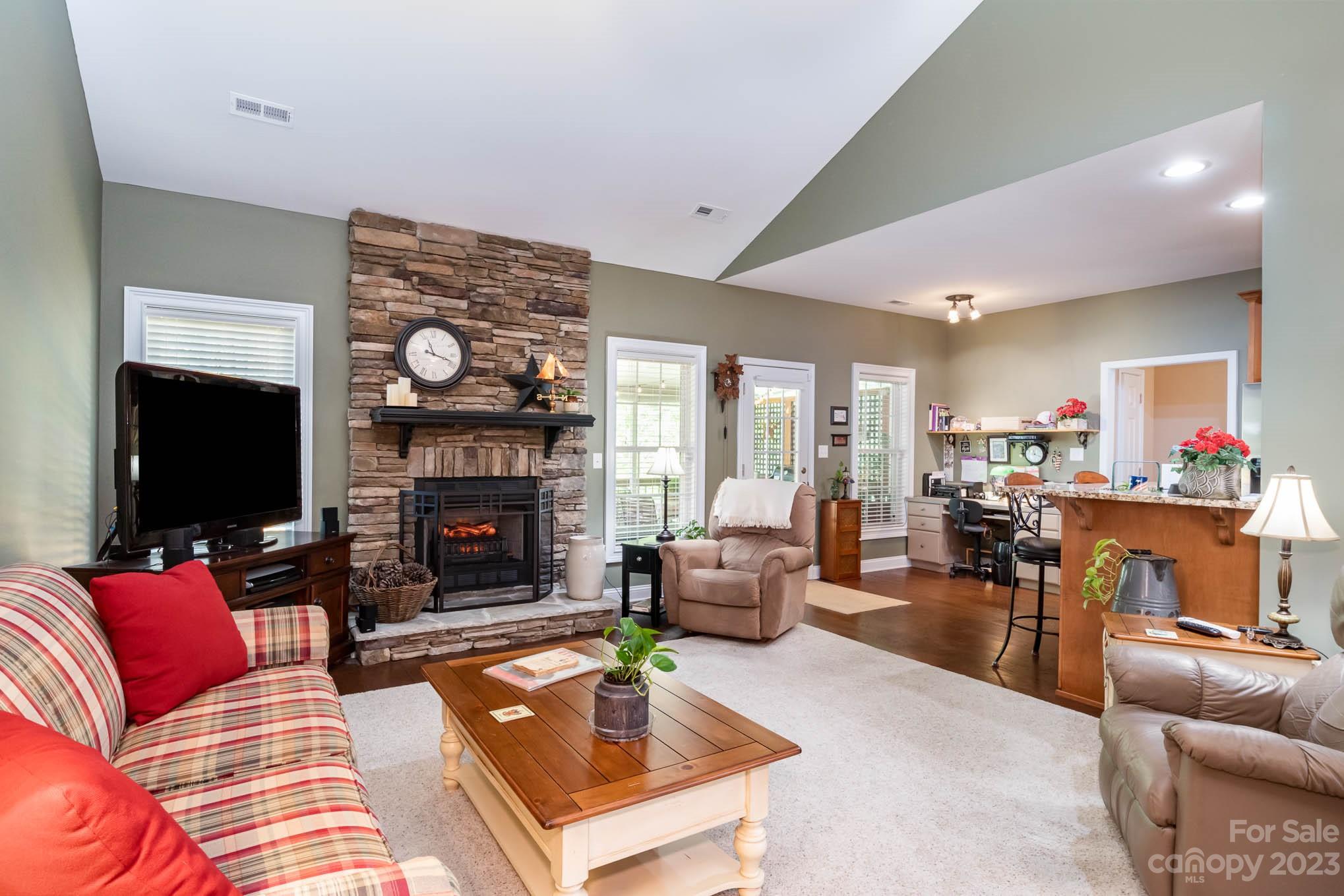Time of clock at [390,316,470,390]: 11:18
